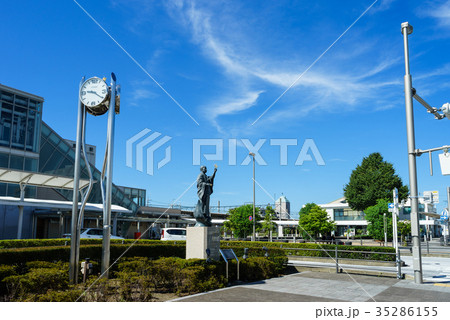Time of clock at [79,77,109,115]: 9:20
